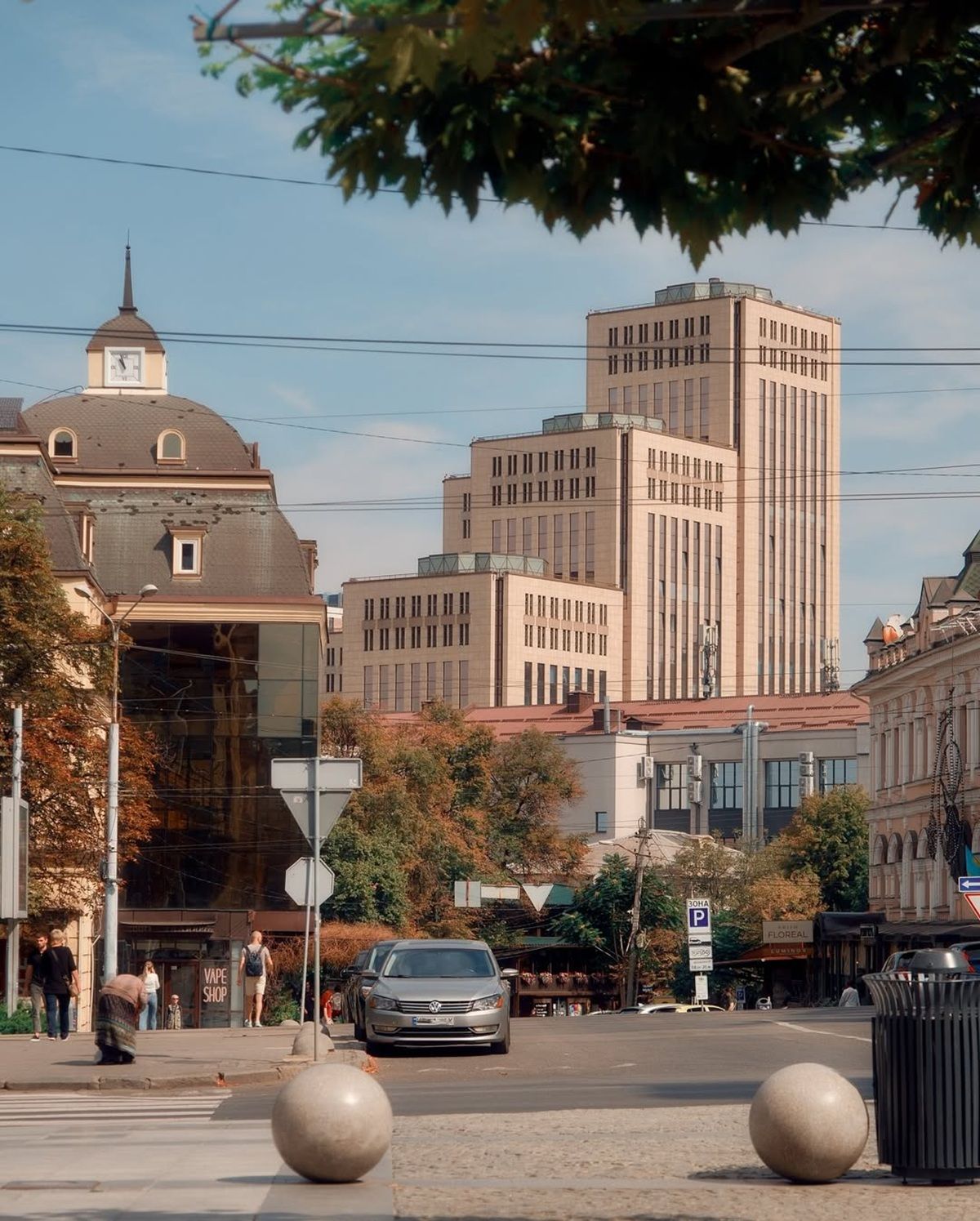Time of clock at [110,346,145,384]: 10:57
